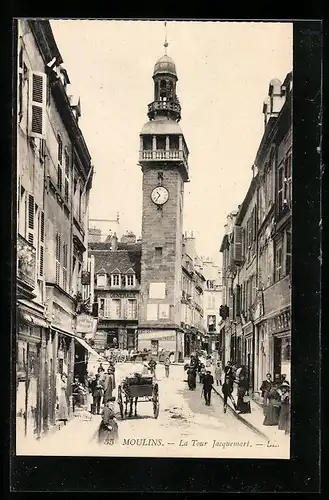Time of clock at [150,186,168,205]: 10:36
